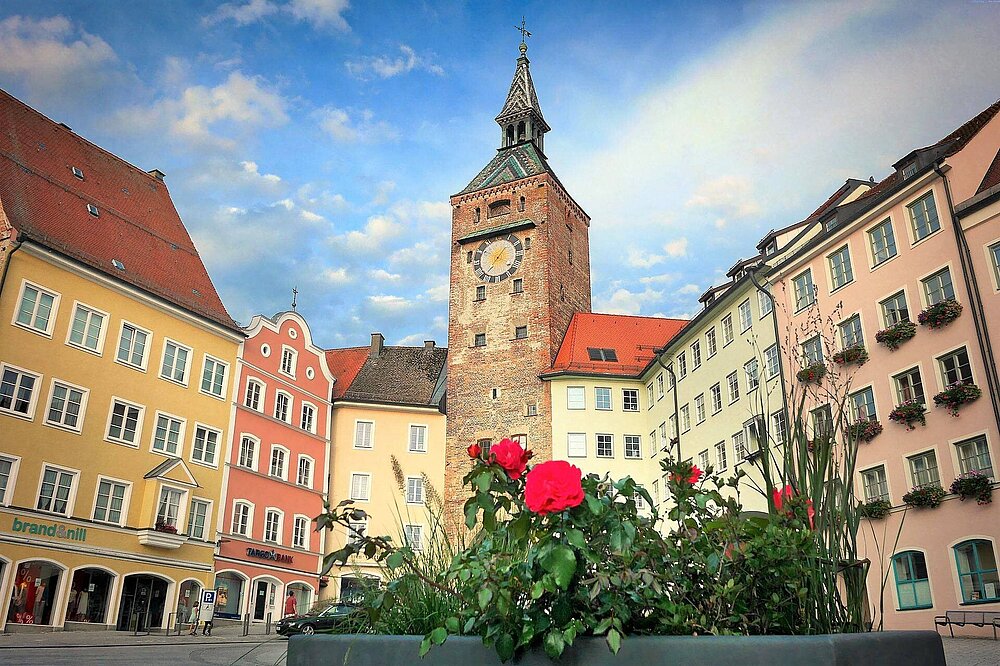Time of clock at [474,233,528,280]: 7:06
